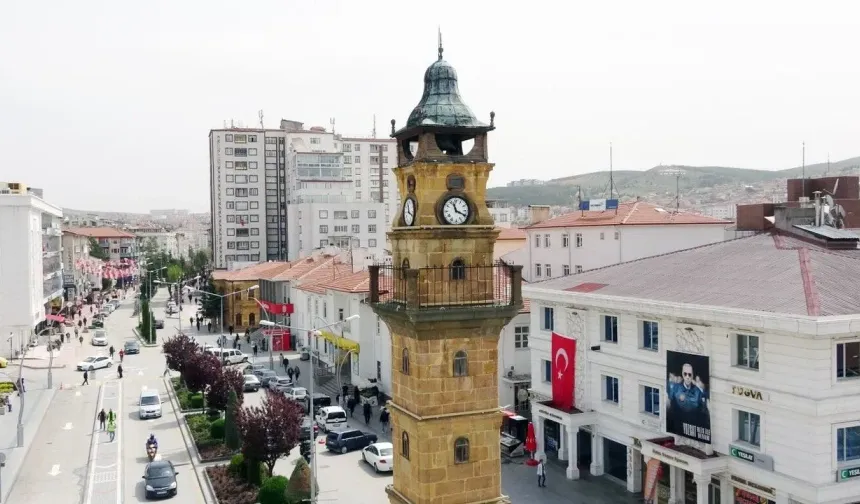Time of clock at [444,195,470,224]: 11:19
